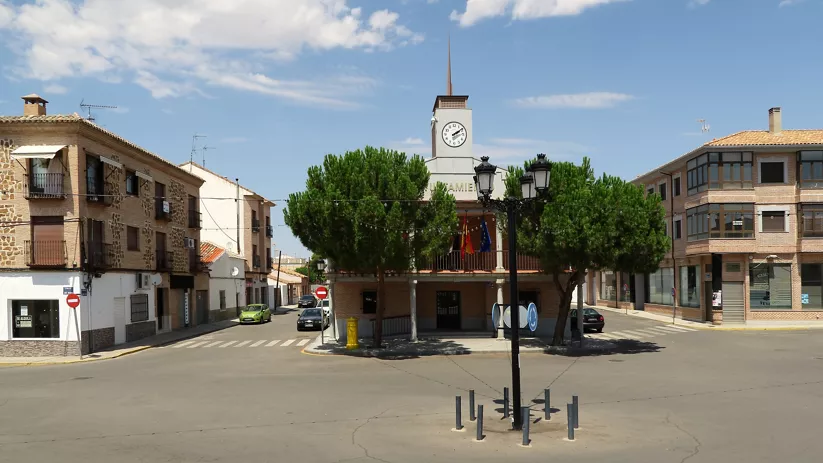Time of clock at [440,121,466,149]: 2:09
